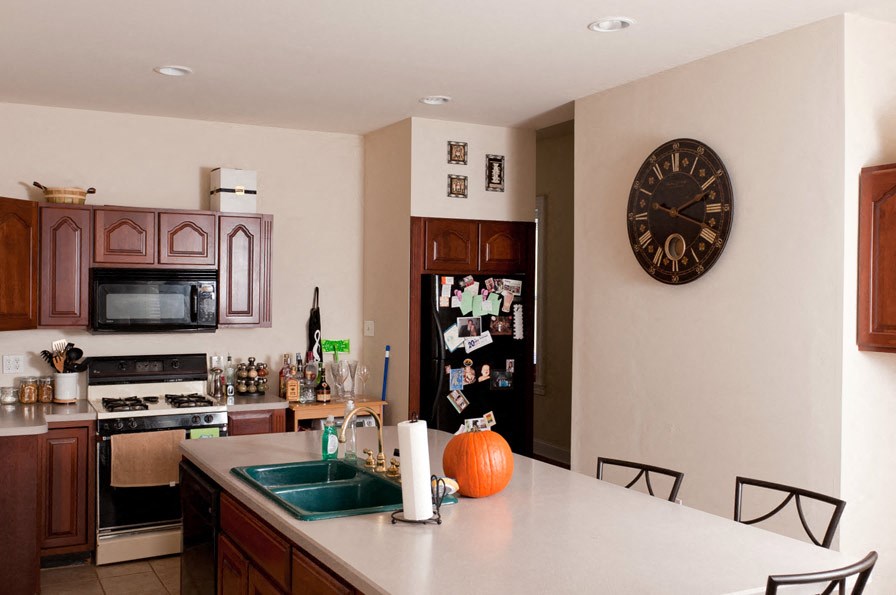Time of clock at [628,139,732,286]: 2:18
